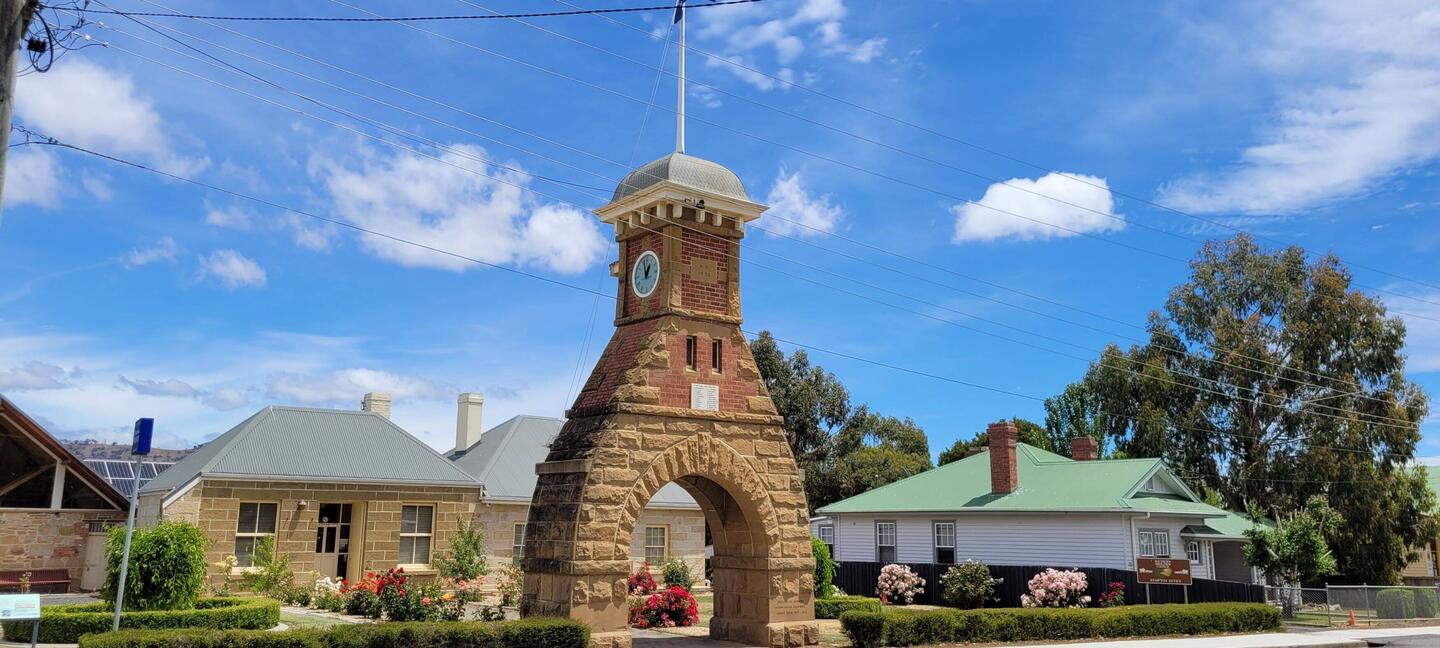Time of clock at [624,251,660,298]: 12:57
